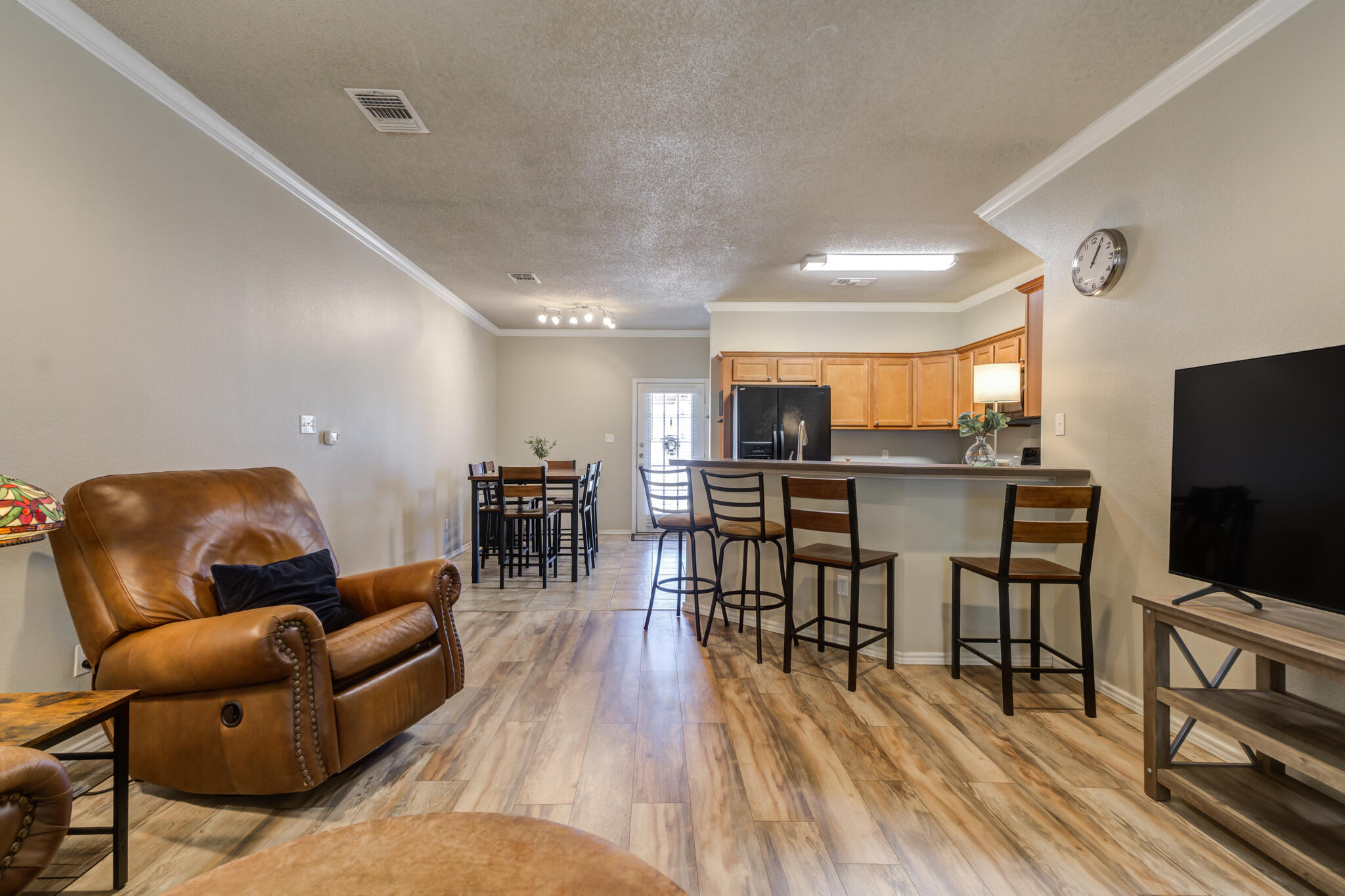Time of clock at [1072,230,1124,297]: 1:04
